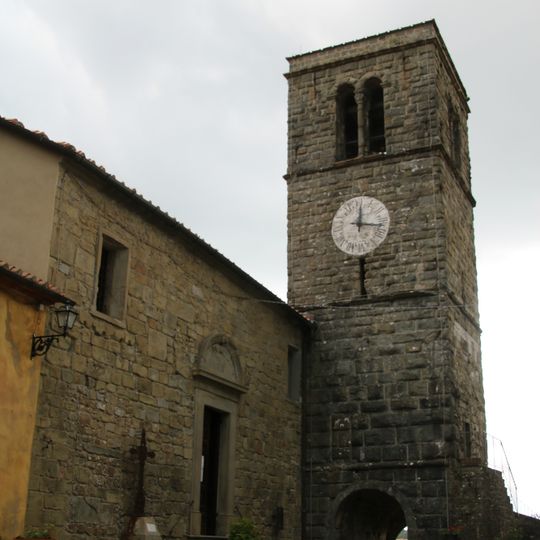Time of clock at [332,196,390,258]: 12:16
